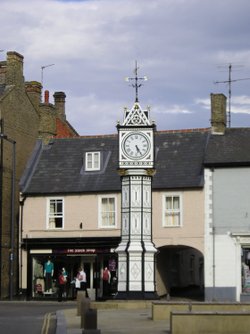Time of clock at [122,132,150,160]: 5:24
